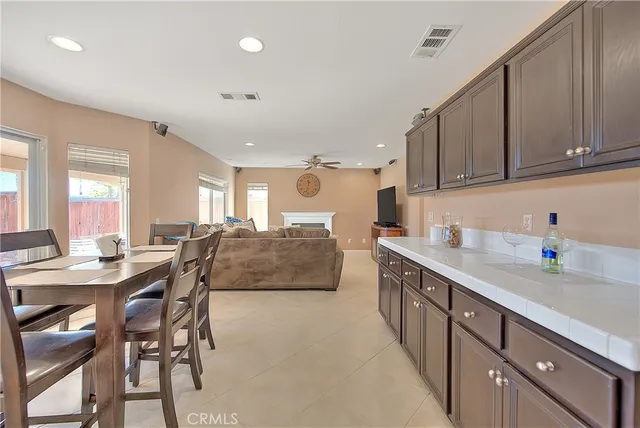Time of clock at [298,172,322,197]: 11:32
